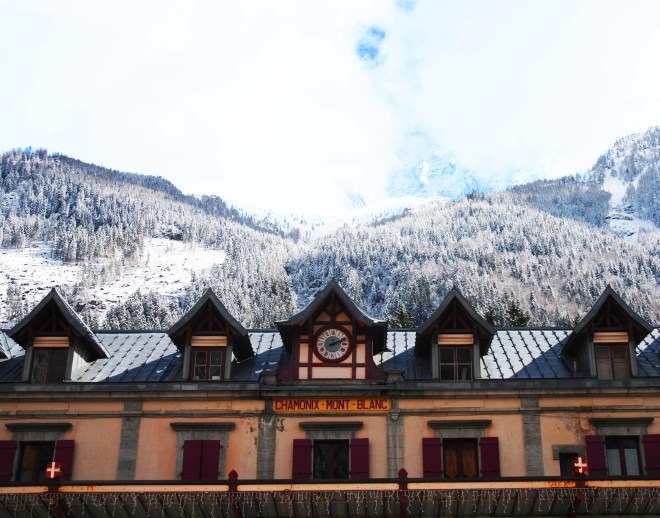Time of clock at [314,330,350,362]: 2:11
